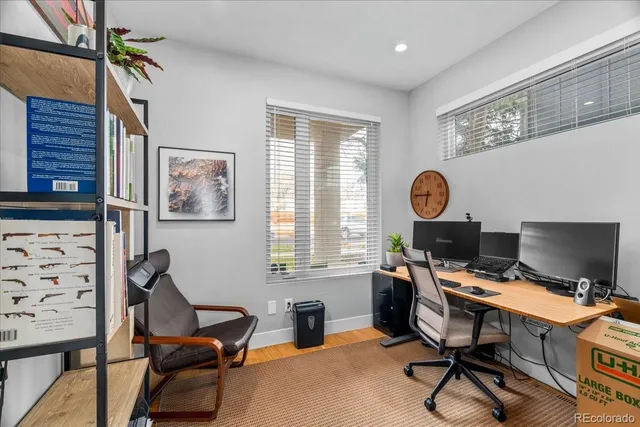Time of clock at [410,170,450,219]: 6:45
